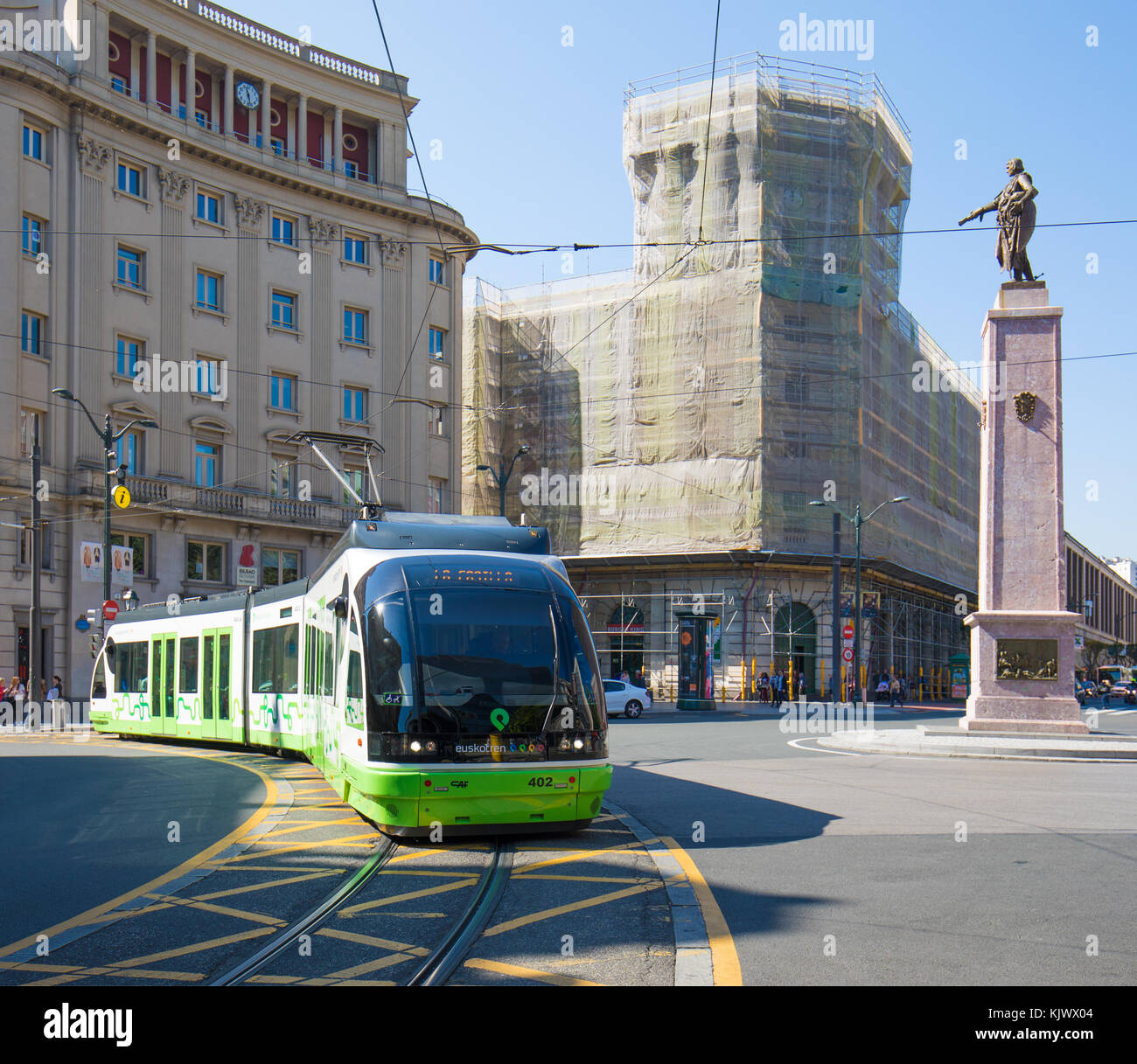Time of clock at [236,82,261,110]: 11:28
